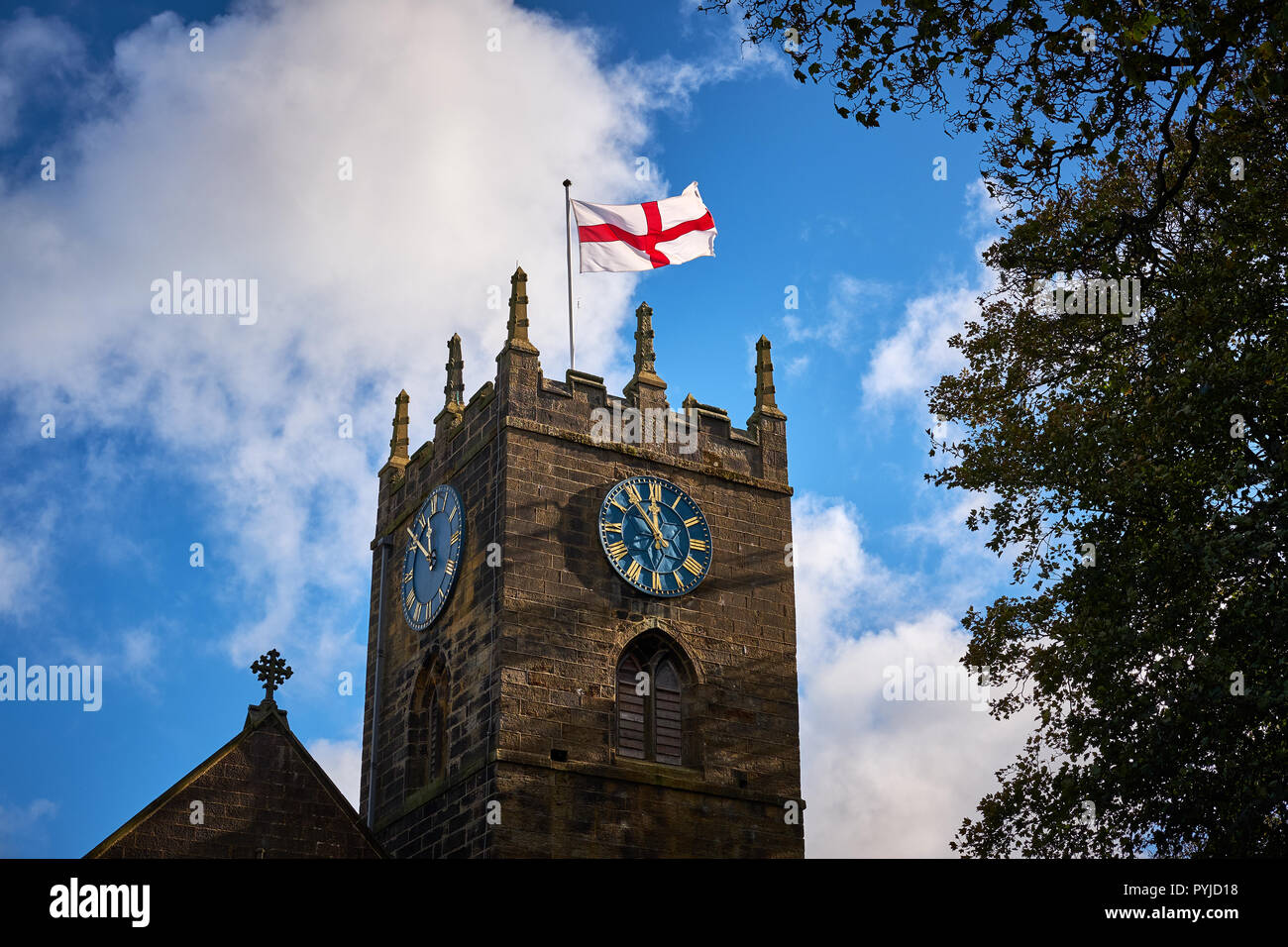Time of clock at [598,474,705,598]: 11:53
